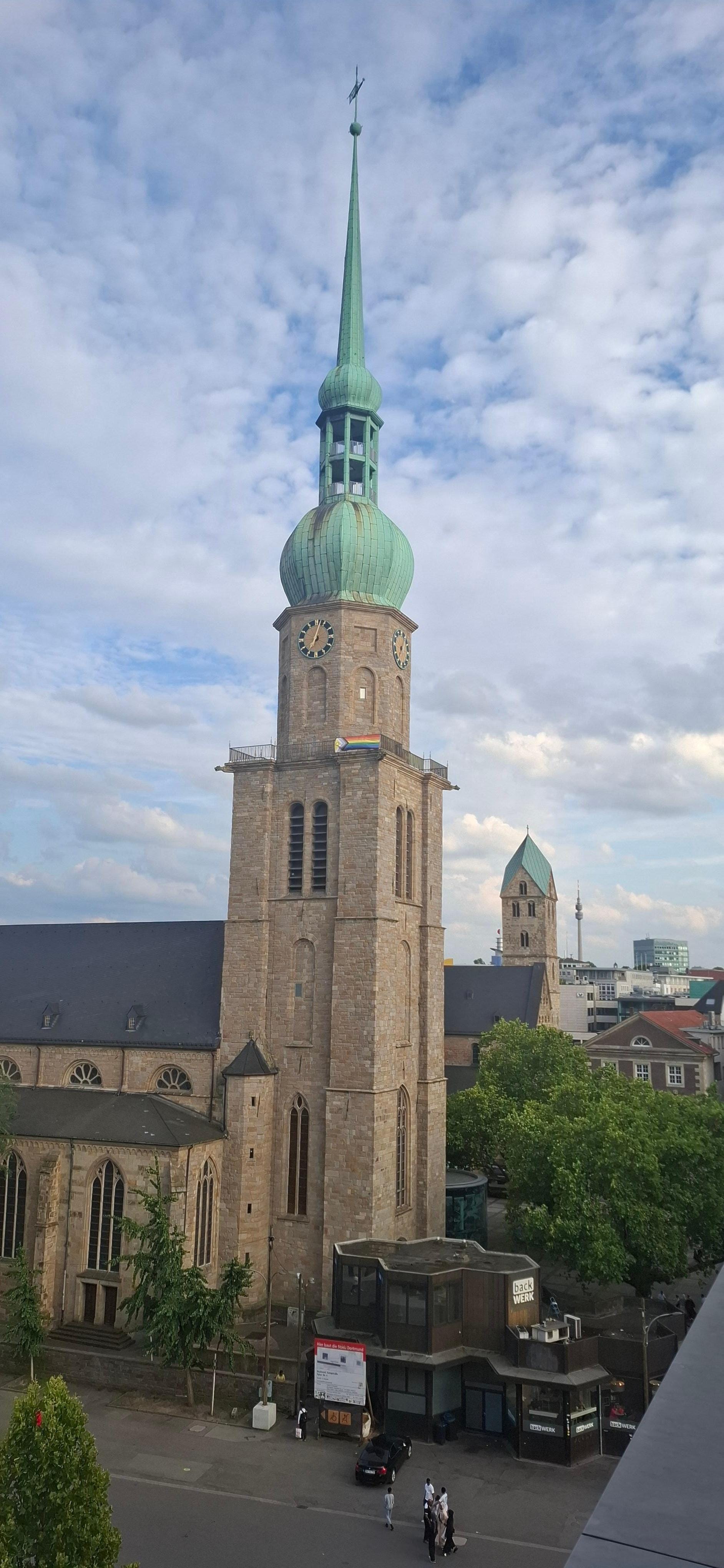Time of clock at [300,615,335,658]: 7:02
